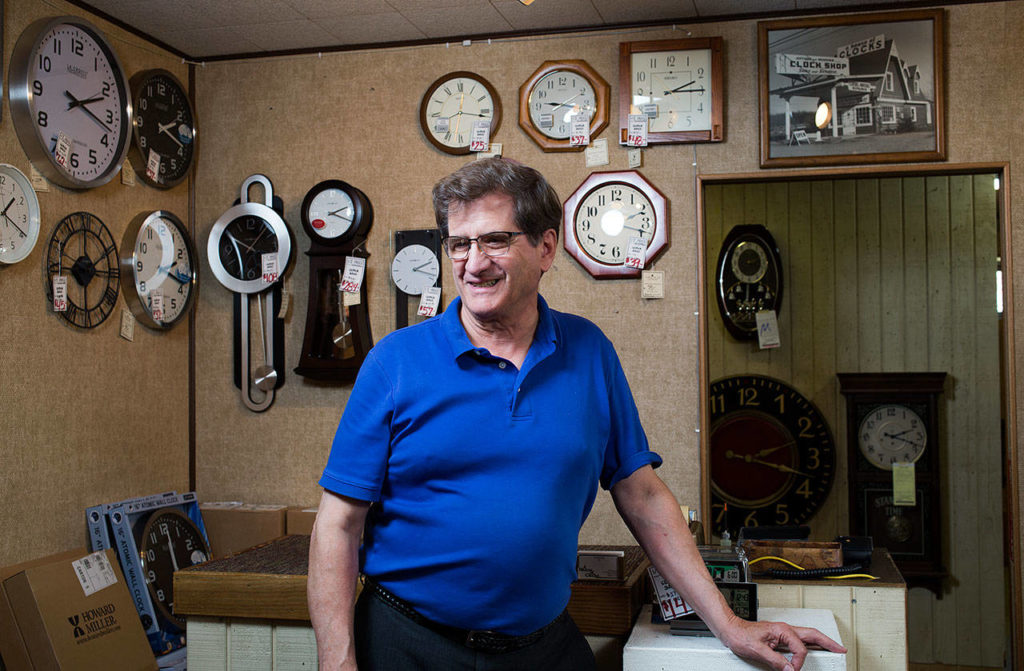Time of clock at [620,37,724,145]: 2:14
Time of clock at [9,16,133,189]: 2:18
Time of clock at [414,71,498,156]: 12:16
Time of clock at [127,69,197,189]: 2:18
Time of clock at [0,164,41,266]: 1:19
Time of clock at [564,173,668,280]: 2:18
